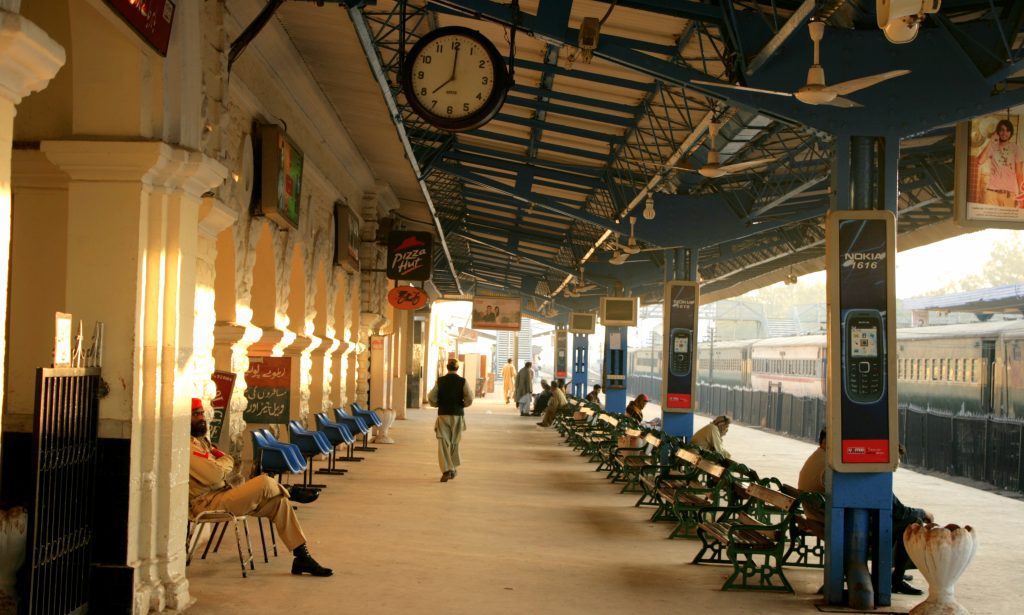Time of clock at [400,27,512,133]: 8:00
